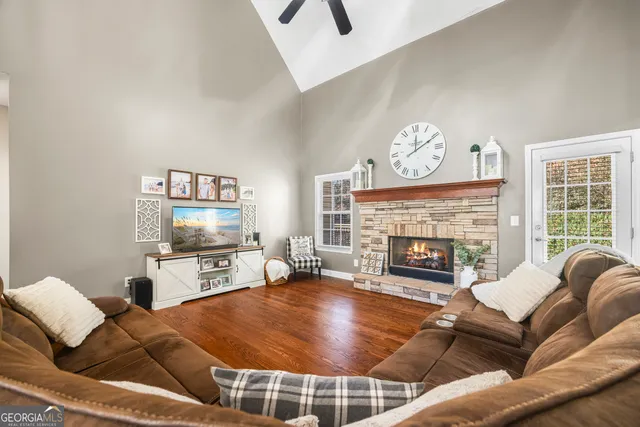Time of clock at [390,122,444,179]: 12:10
